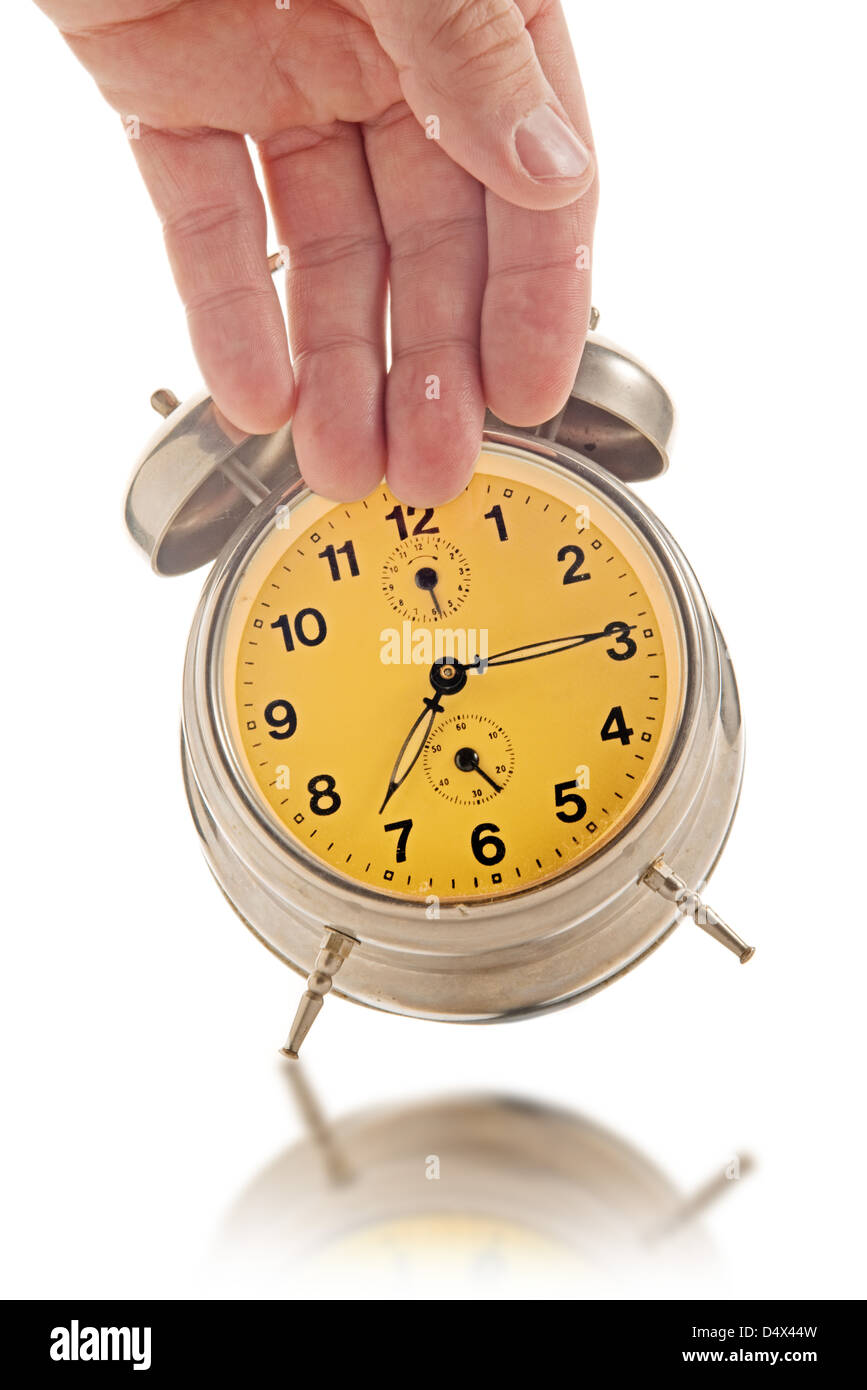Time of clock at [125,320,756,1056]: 7:14
